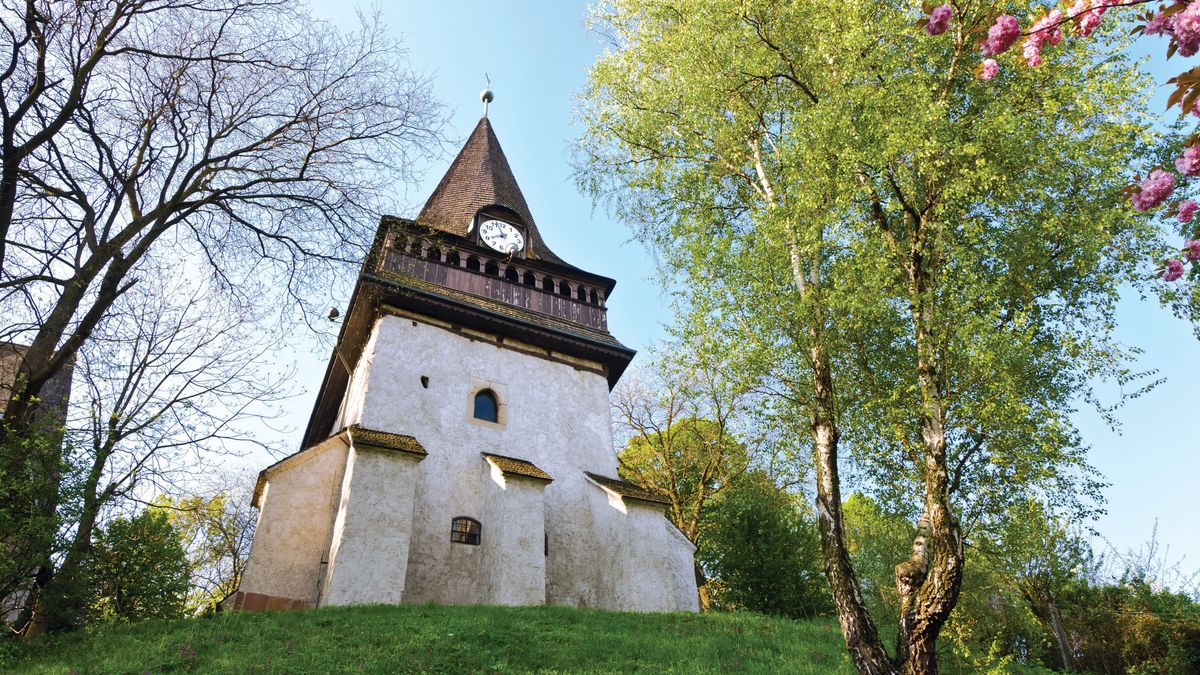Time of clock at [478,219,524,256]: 7:57
